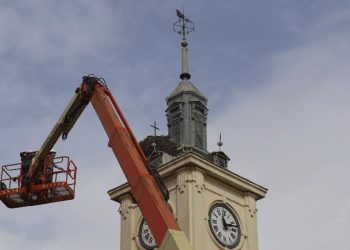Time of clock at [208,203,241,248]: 11:12
